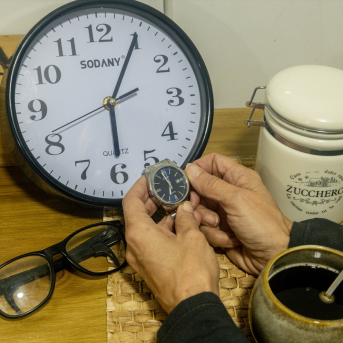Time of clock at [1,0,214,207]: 2:29
